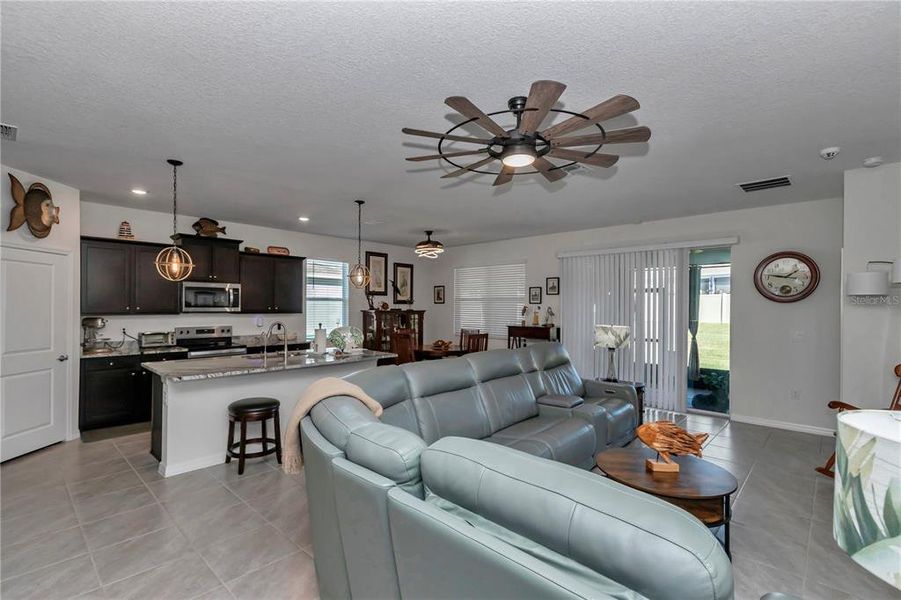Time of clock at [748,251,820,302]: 1:46
